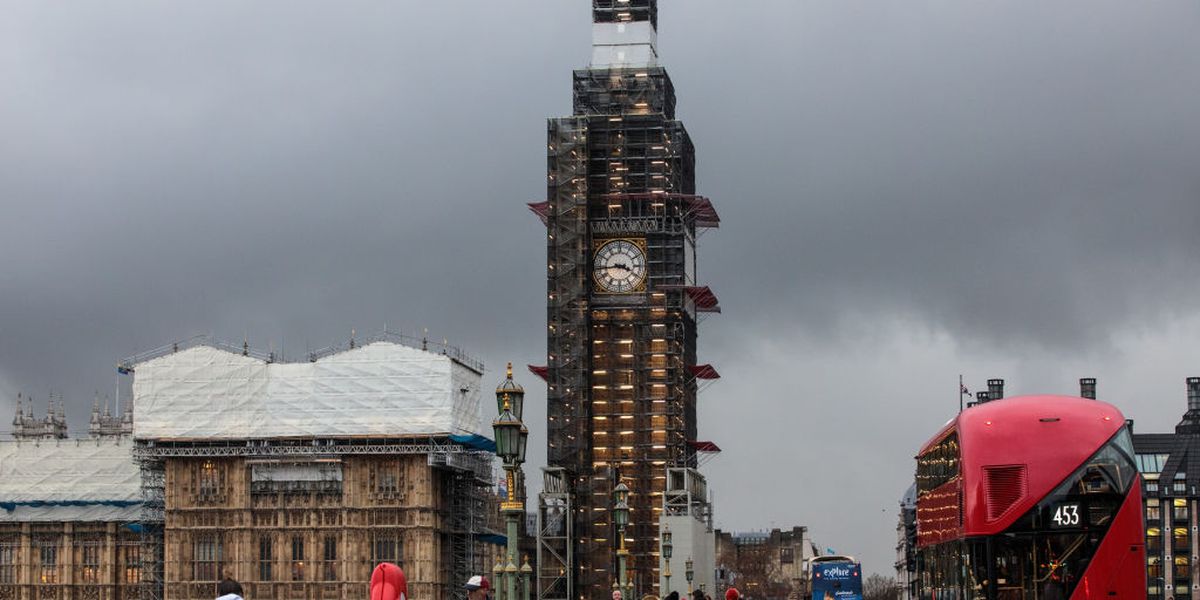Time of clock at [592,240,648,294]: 3:43
